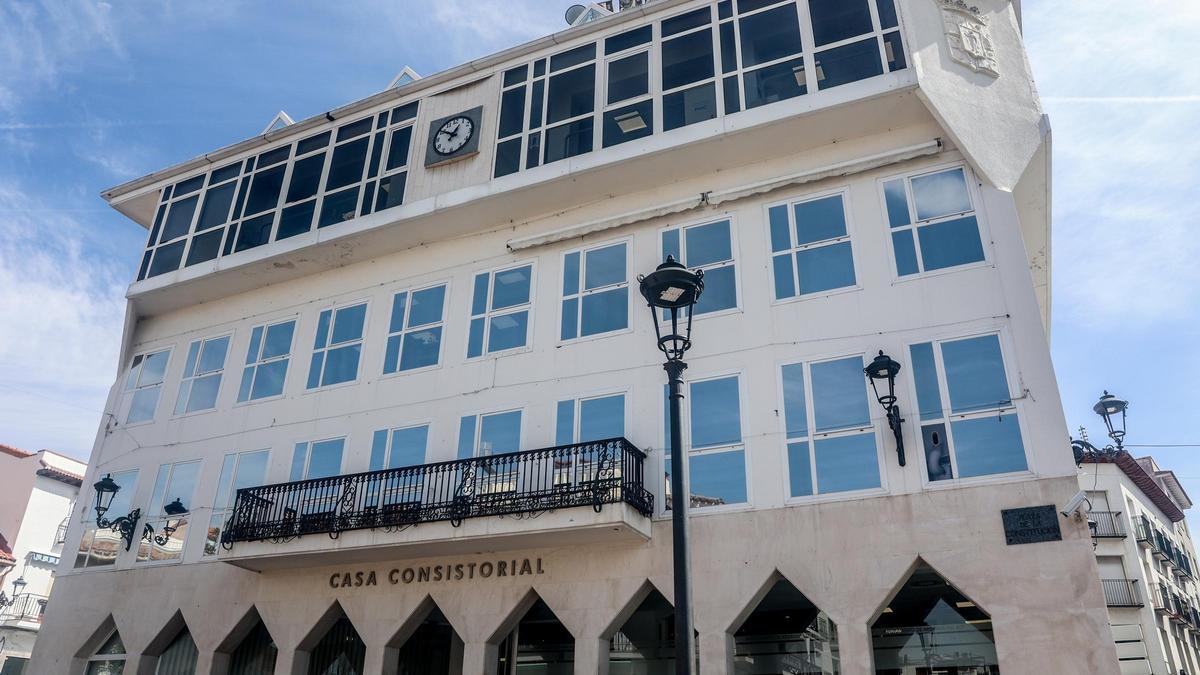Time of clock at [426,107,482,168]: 12:50
